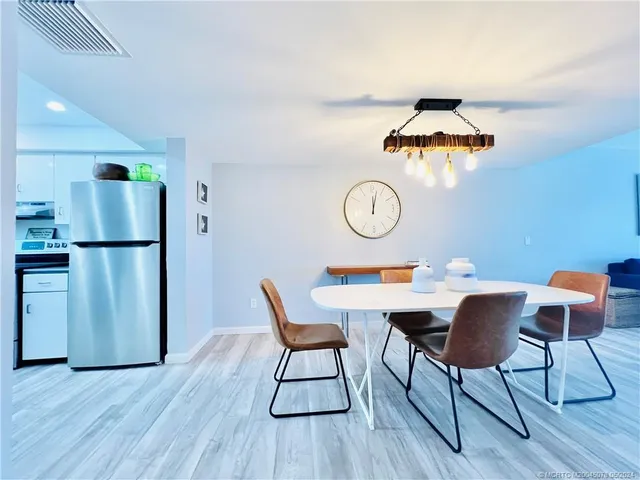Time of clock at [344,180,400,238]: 12:02
